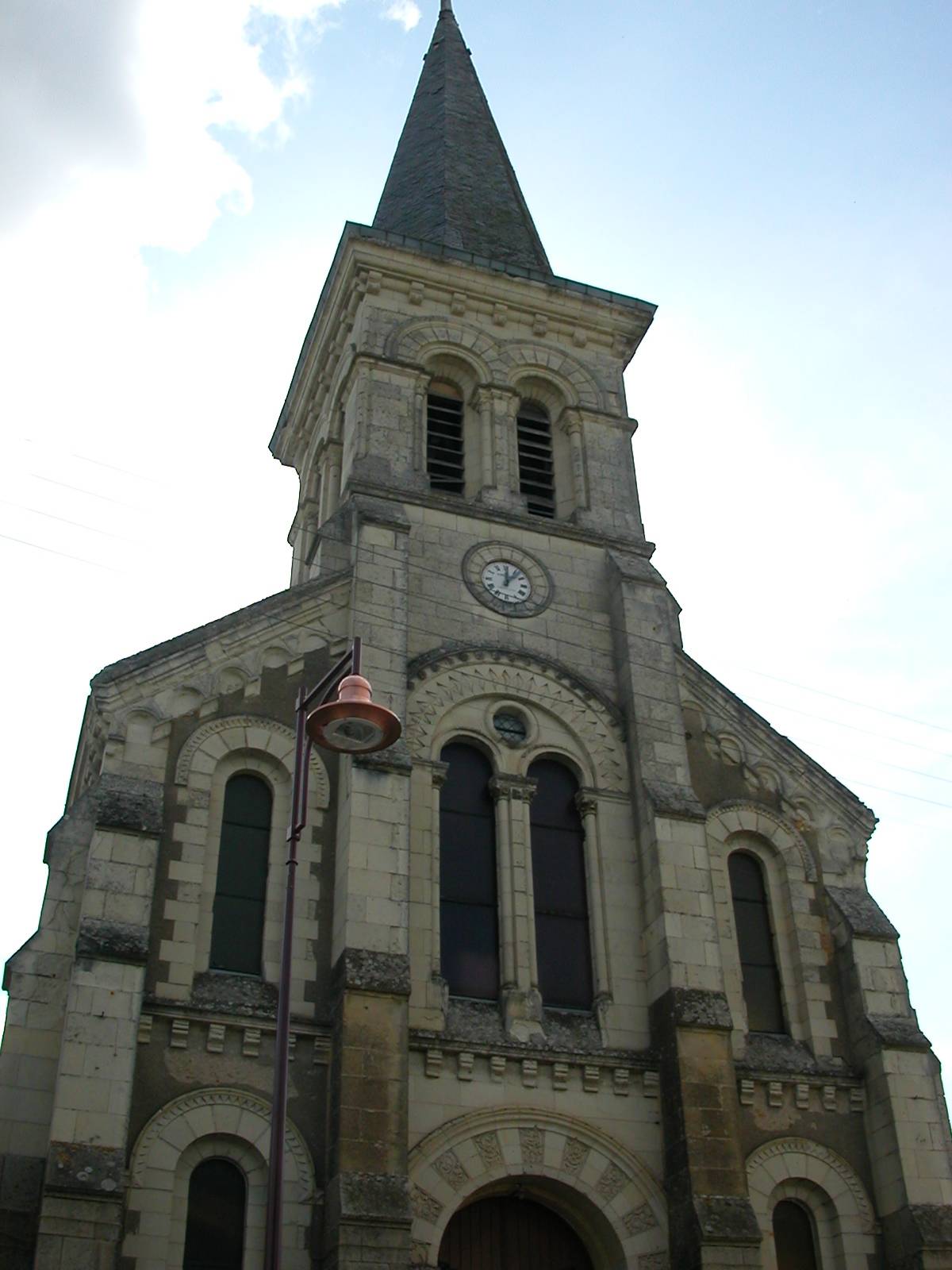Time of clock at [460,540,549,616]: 12:07
